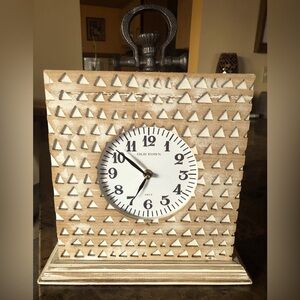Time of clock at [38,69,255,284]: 6:50
